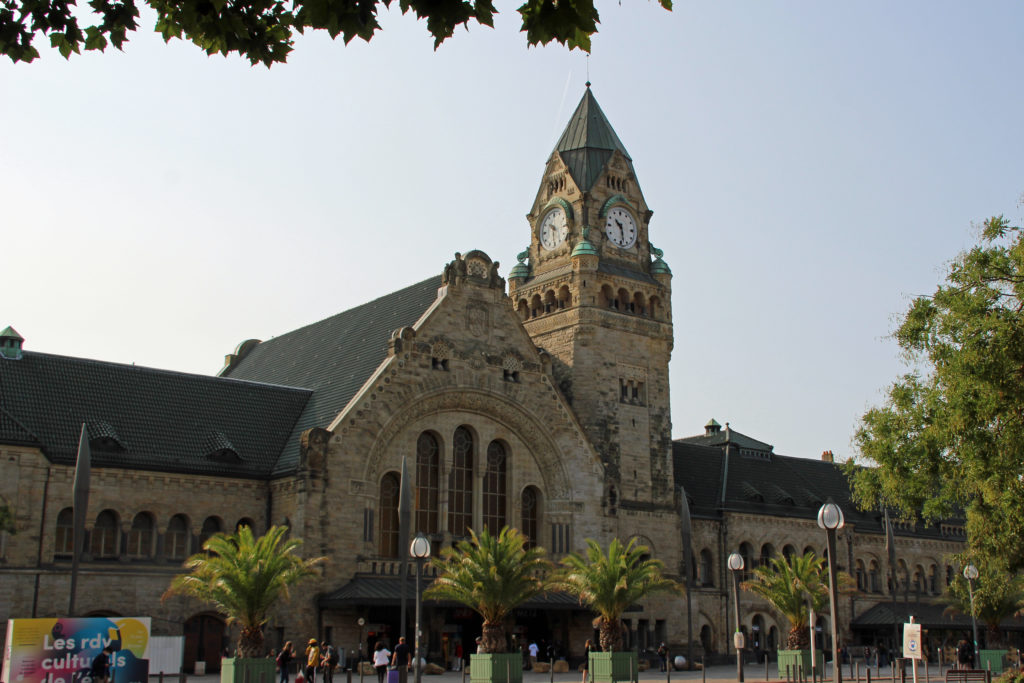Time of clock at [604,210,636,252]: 10:28
